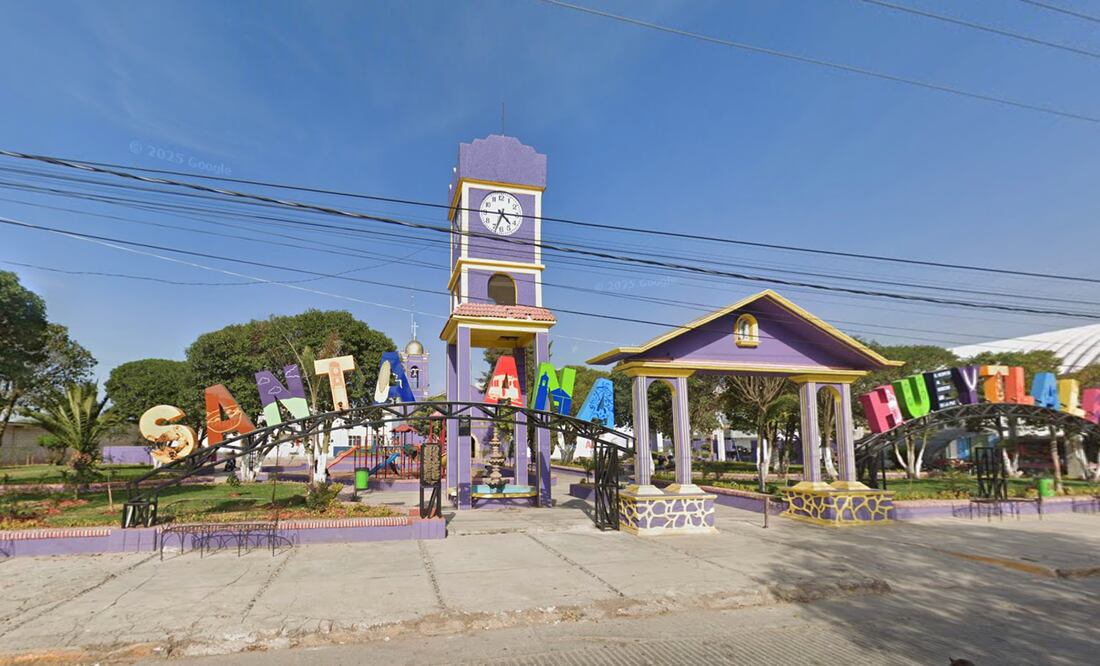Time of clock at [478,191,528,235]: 4:33
